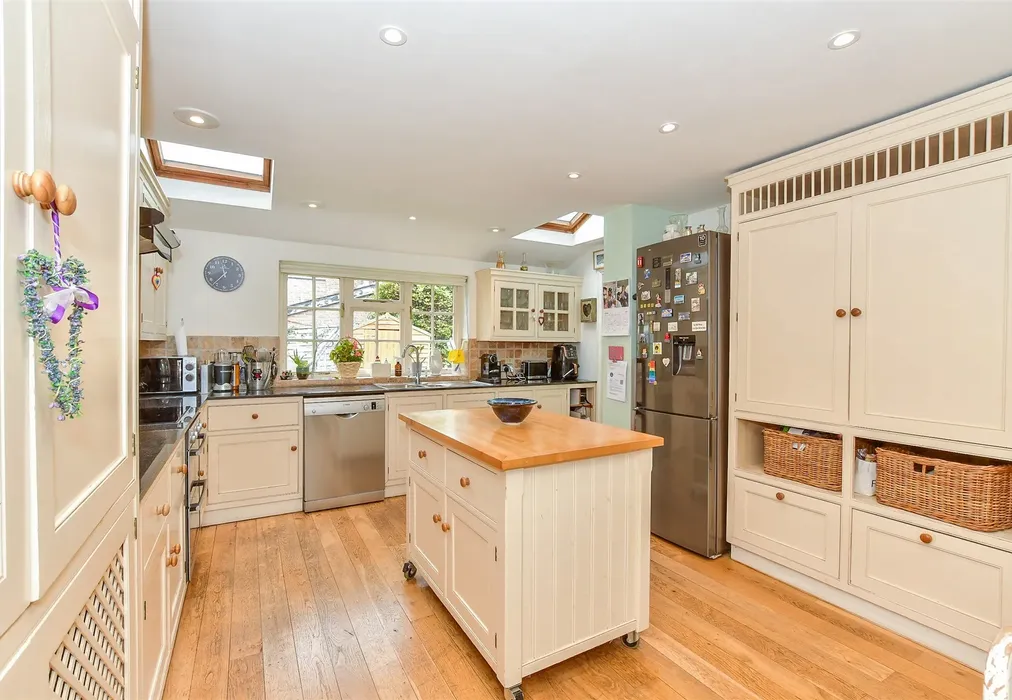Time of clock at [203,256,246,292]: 11:36
